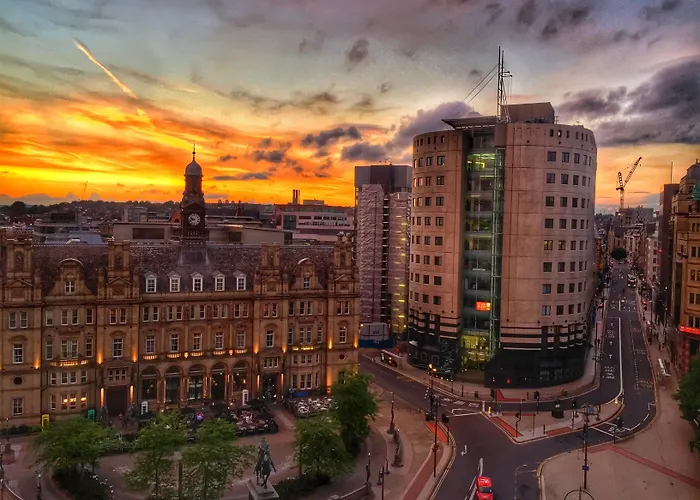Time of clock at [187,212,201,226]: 9:42
